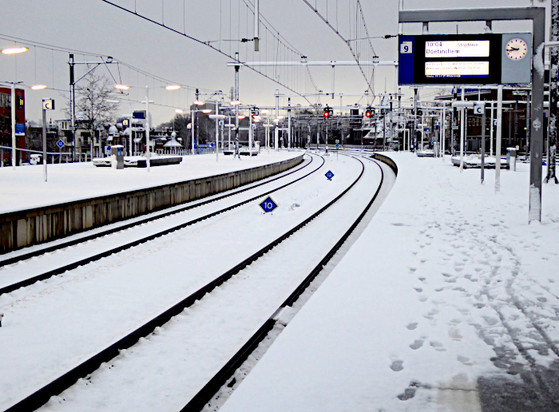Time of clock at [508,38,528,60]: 9:43
